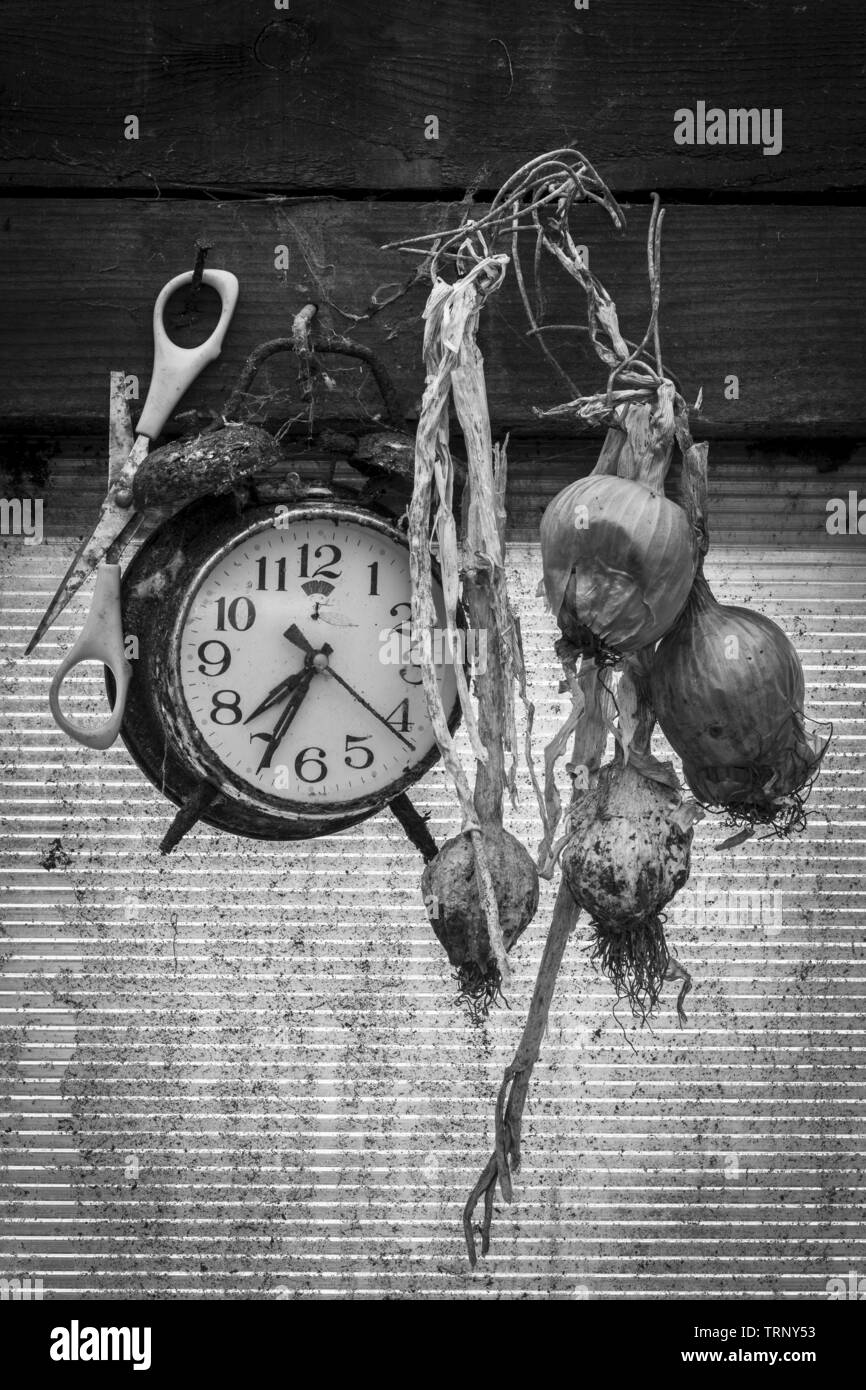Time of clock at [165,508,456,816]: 7:34
